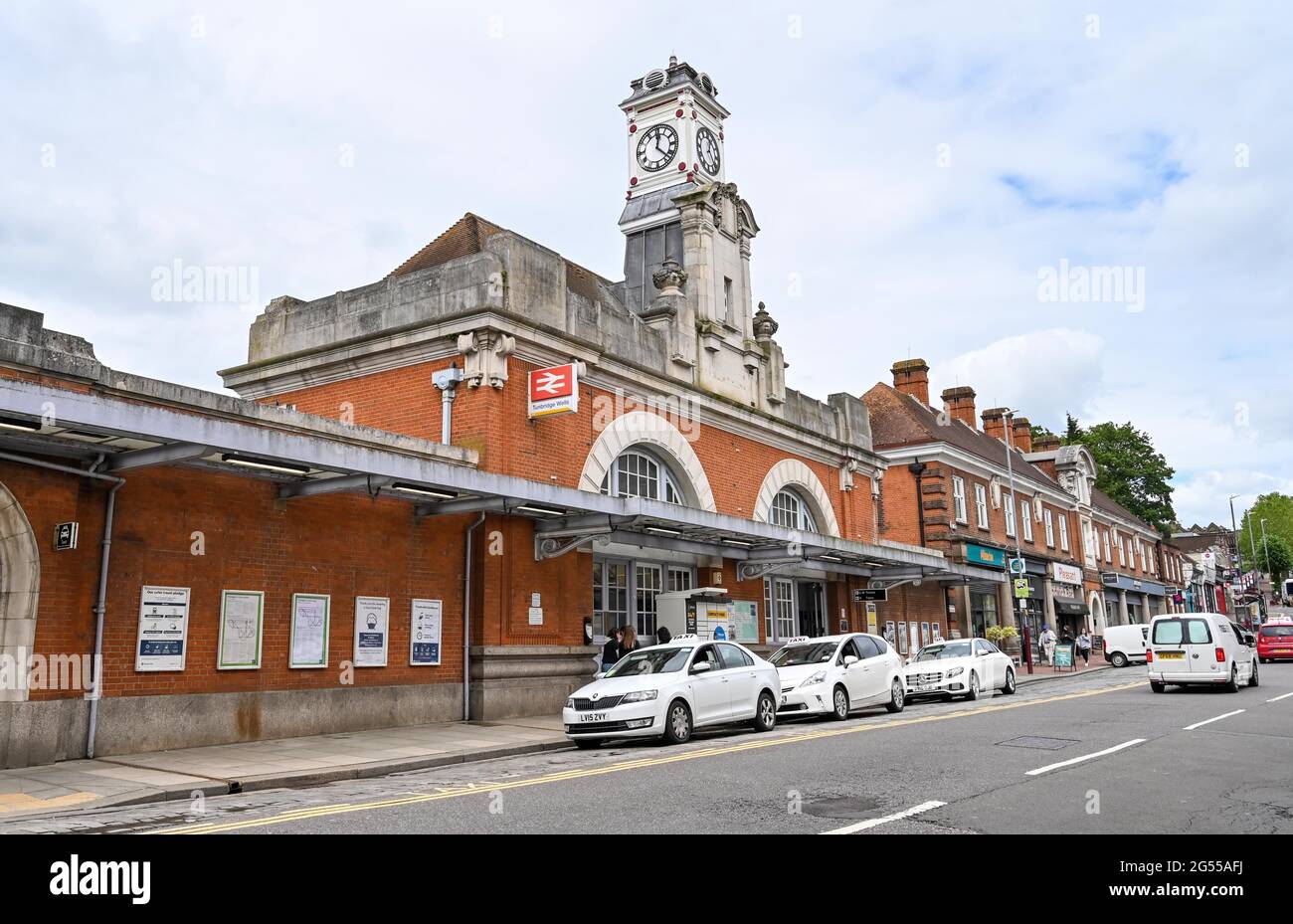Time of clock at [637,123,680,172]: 12:22
